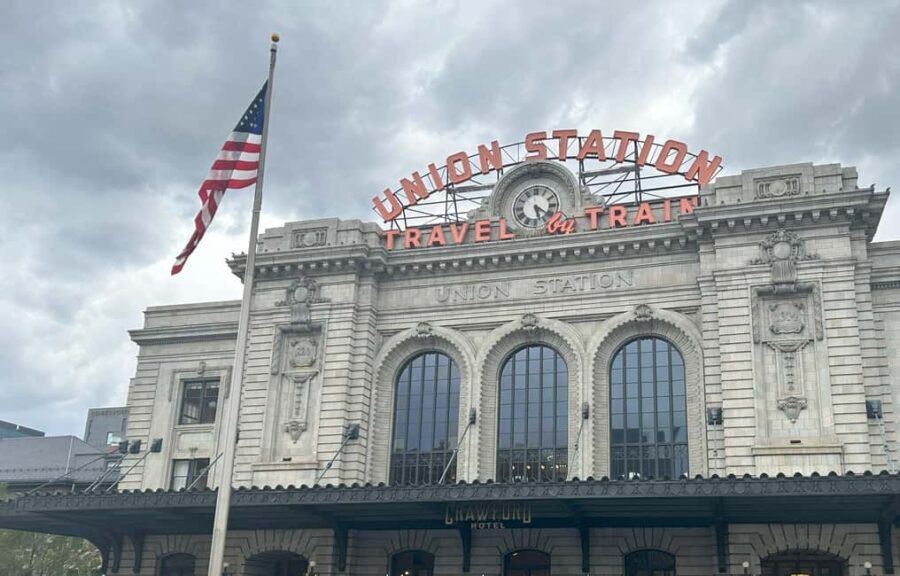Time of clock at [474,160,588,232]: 5:21
